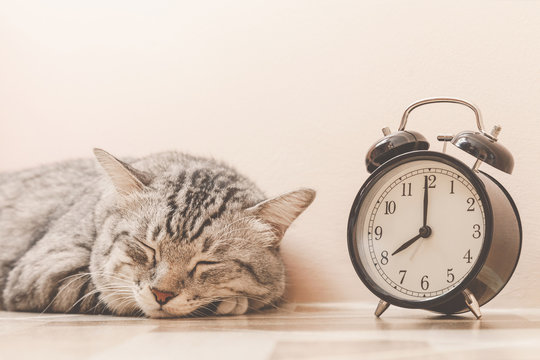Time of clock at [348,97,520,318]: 8:00
